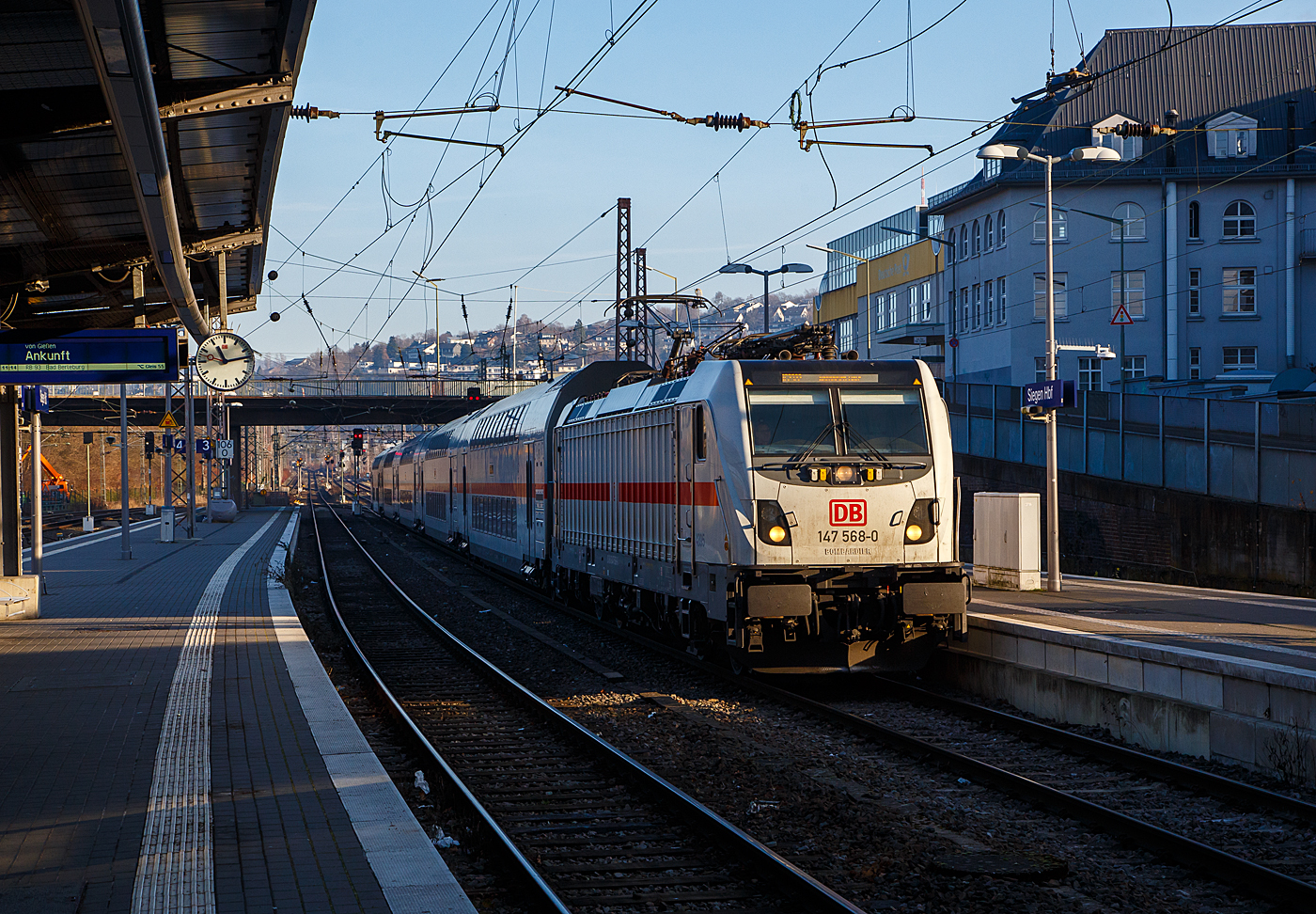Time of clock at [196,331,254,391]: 11:13
